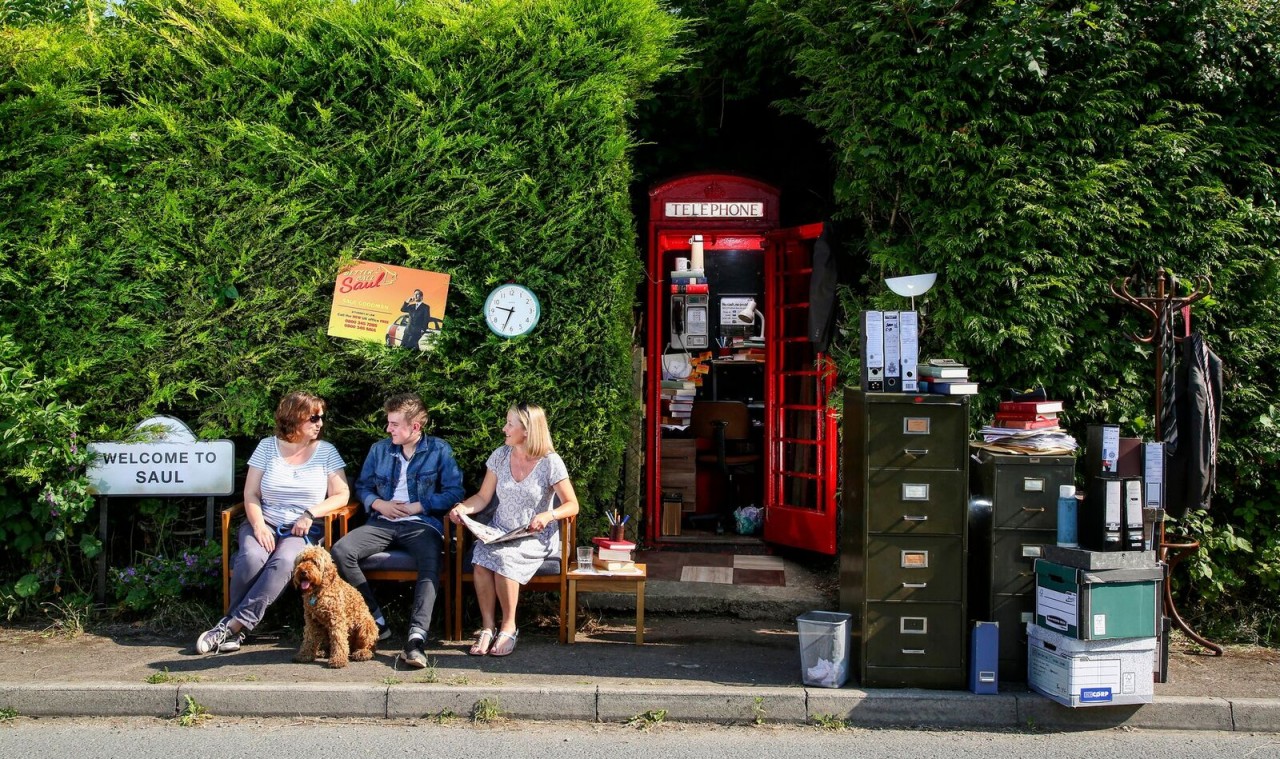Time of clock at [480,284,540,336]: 9:34
